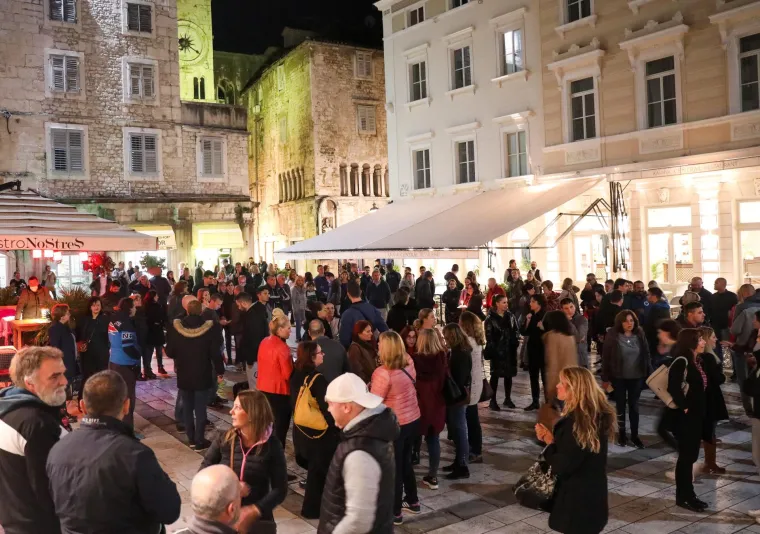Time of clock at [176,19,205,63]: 7:20
